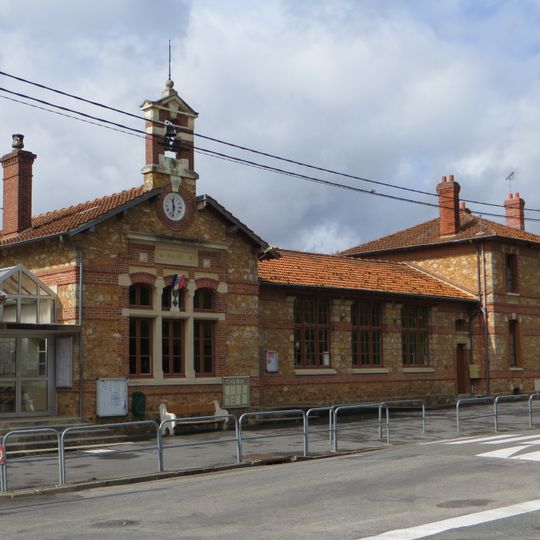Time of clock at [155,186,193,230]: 11:32
